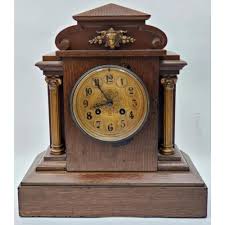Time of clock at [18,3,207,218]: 8:54
